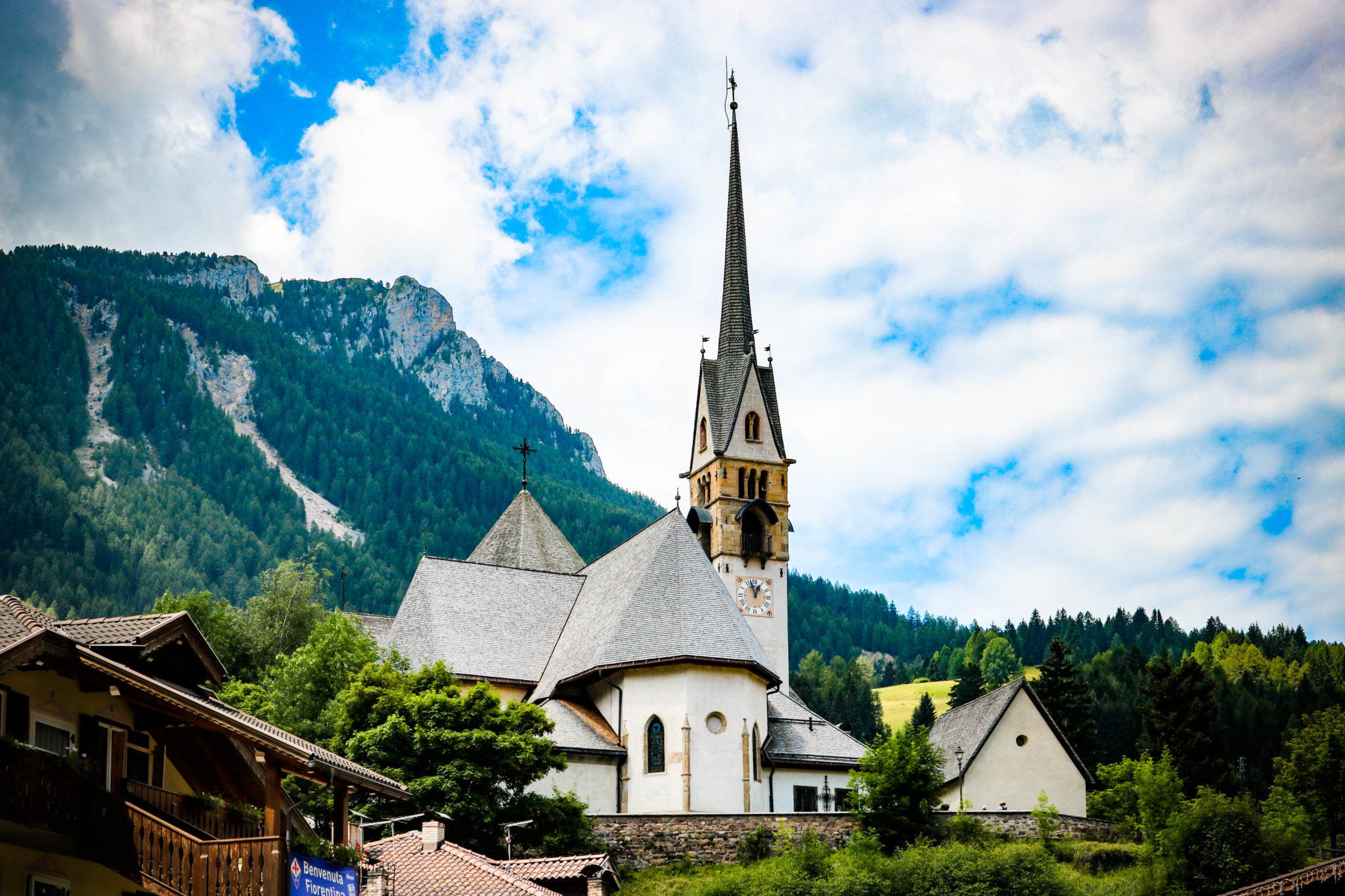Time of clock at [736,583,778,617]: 12:57
